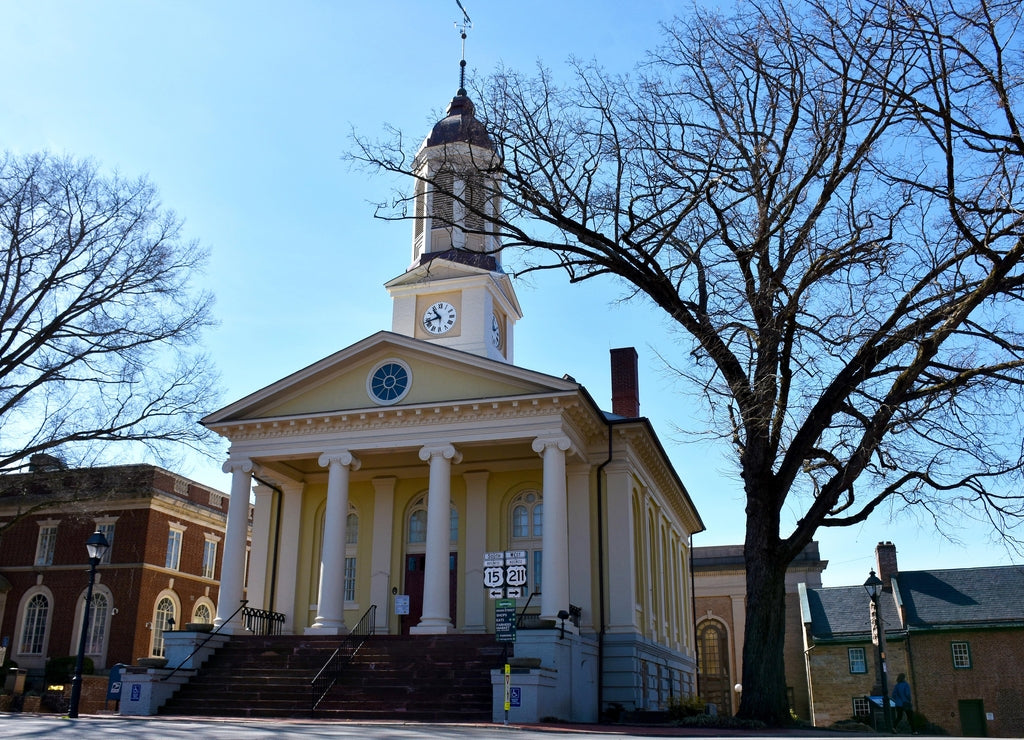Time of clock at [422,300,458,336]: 10:42
